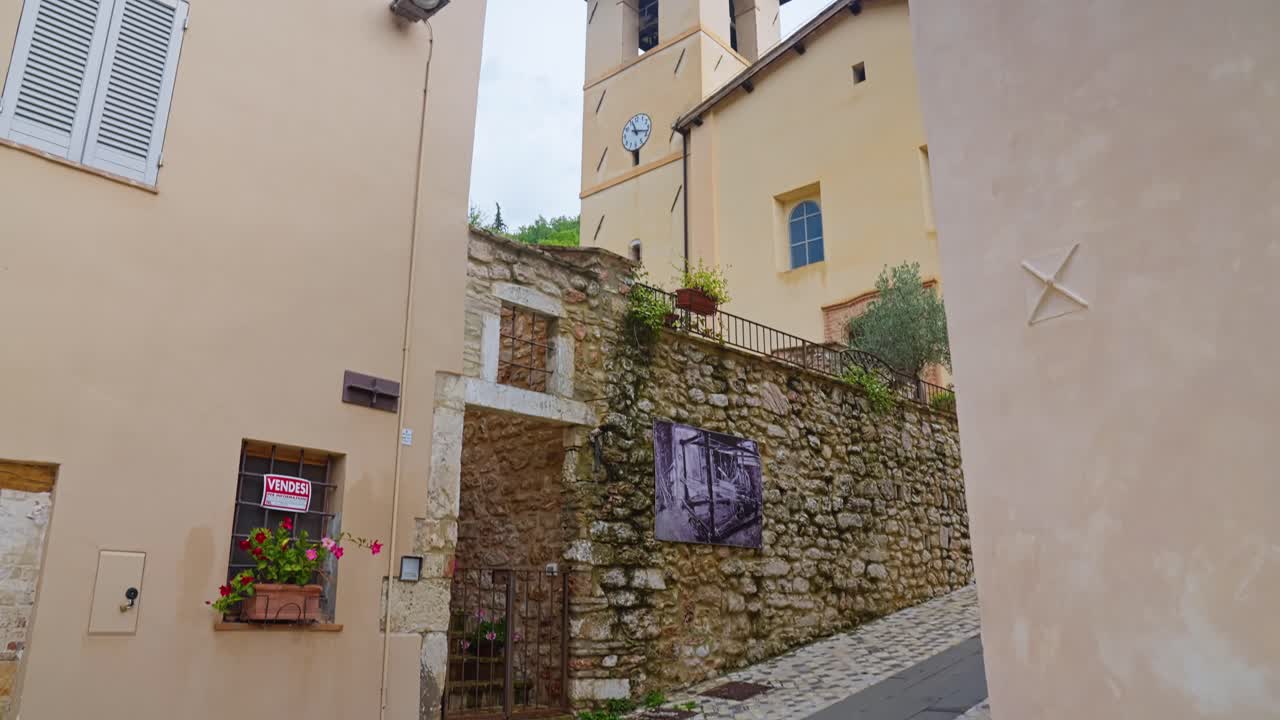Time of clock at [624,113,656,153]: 11:17
